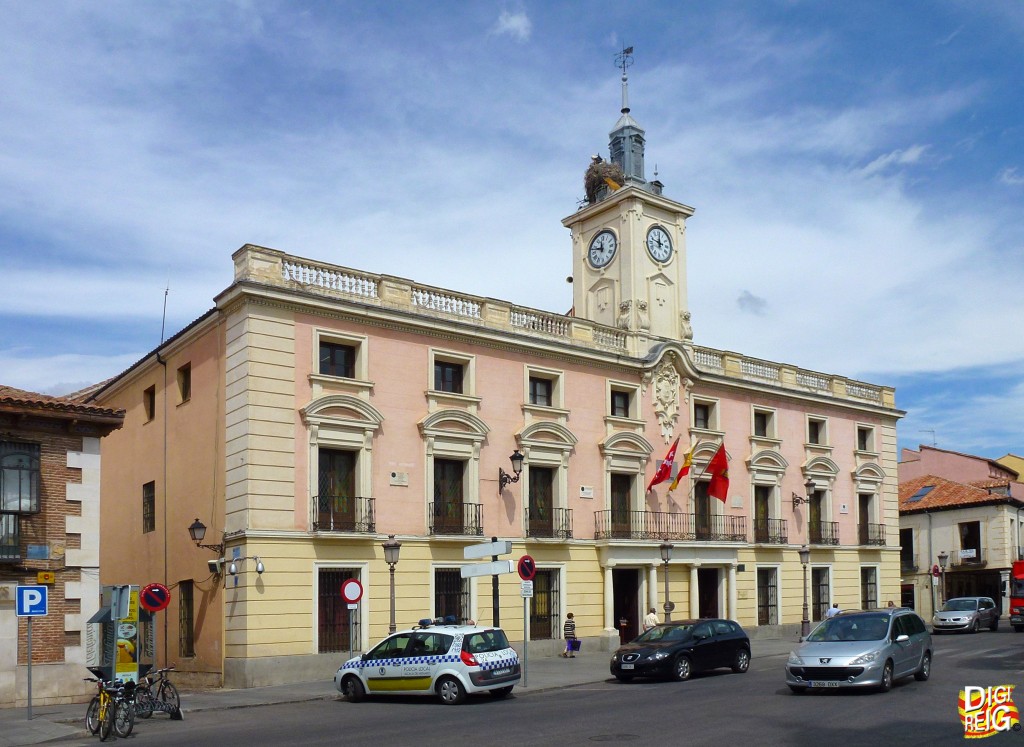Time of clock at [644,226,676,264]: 11:47
